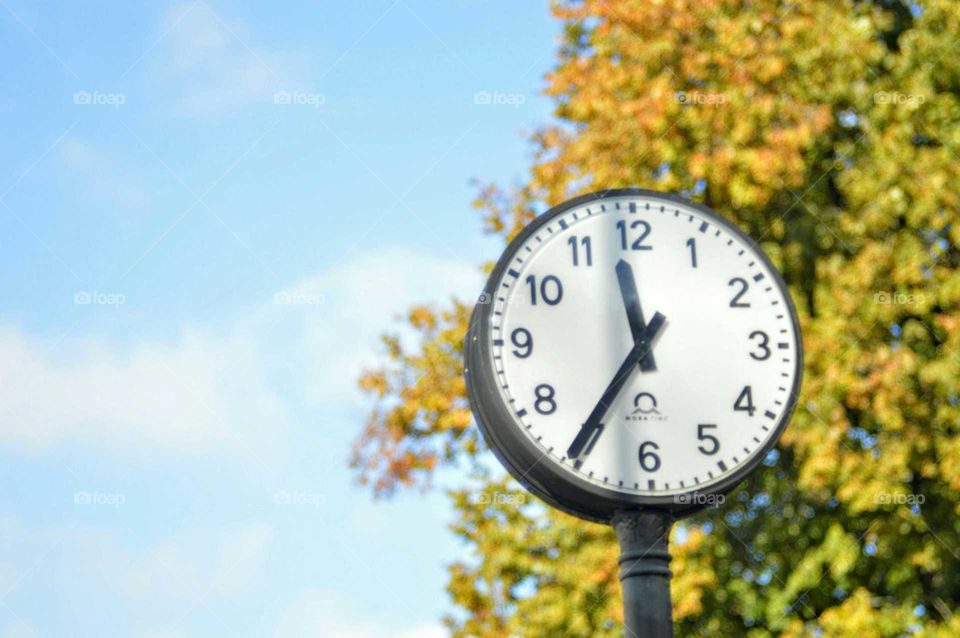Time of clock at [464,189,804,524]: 11:35
